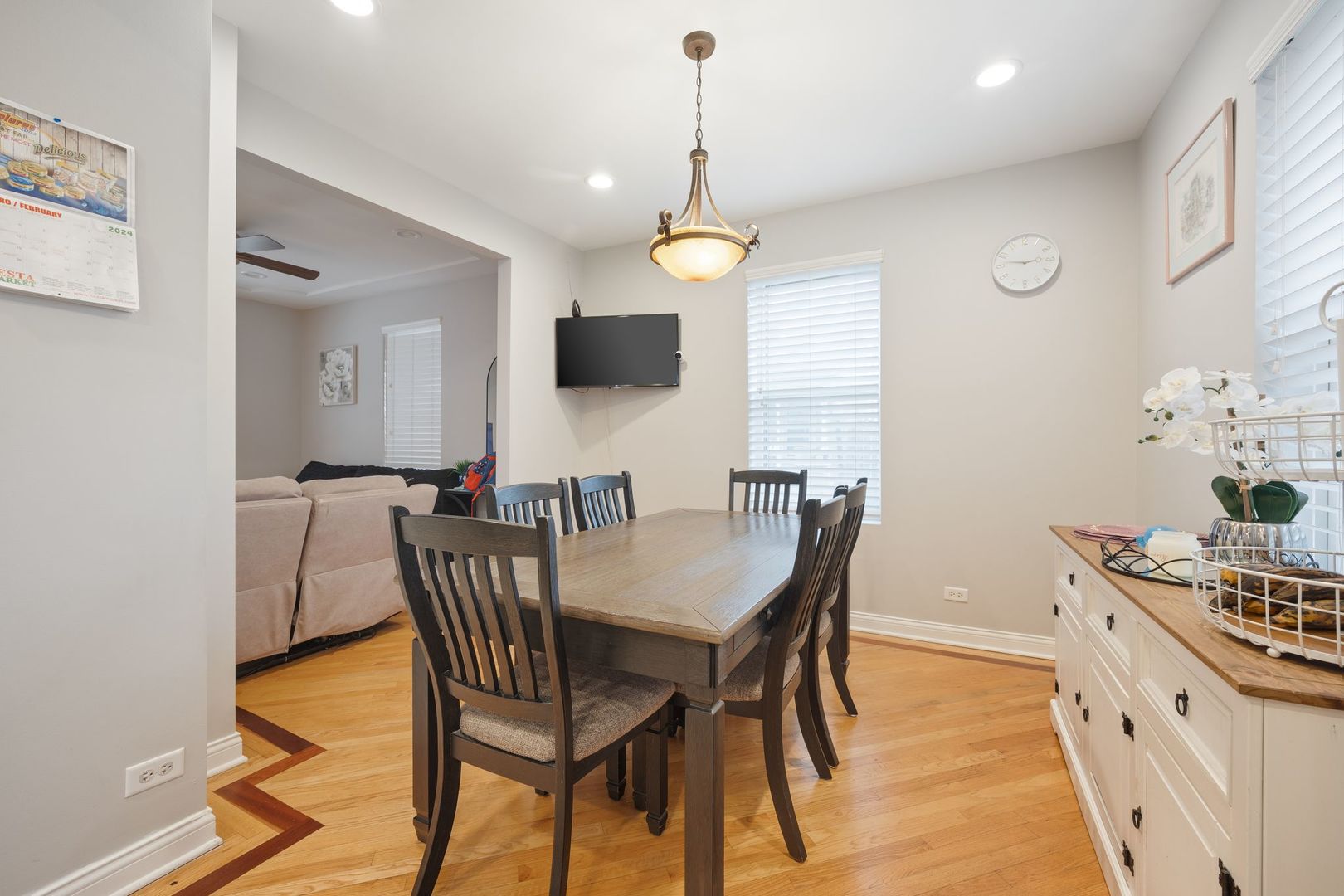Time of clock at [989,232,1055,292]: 2:46
